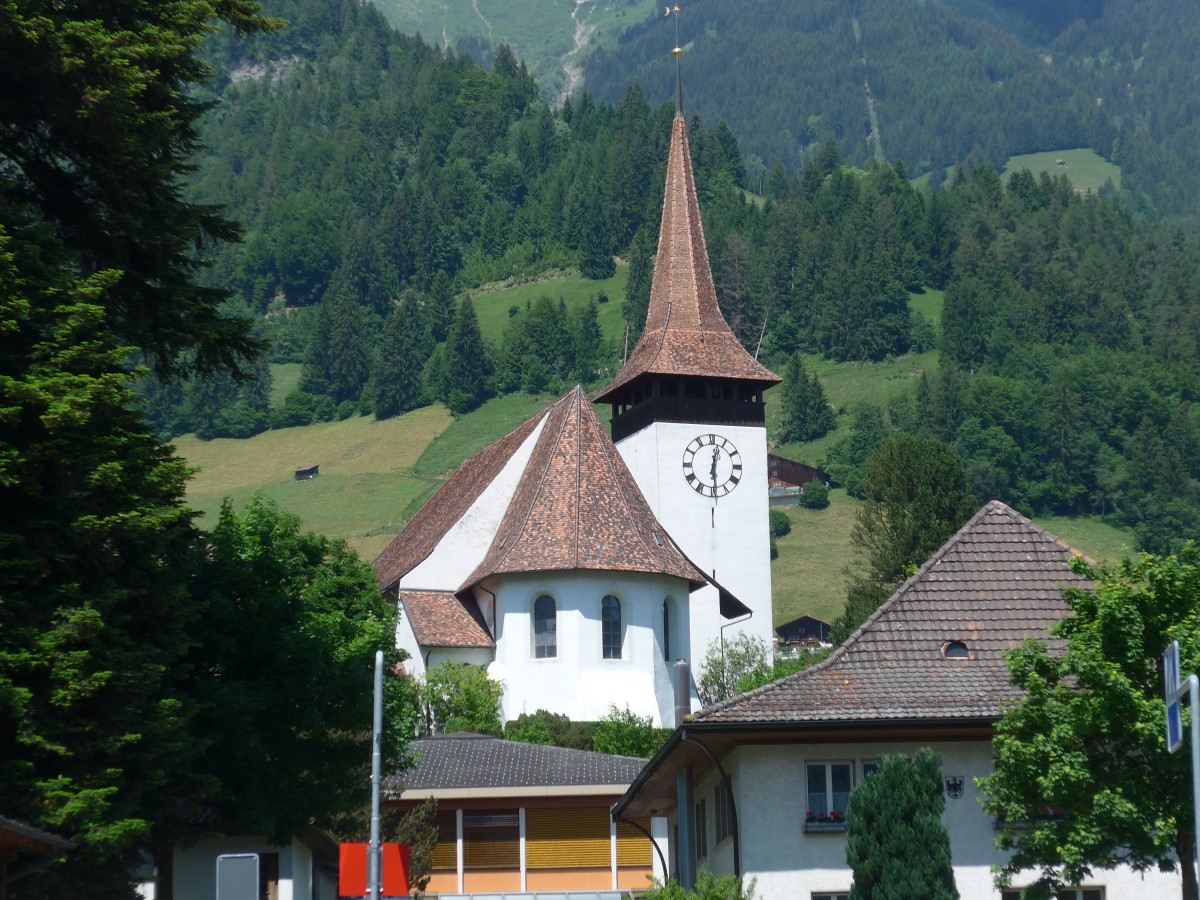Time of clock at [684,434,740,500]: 12:28
